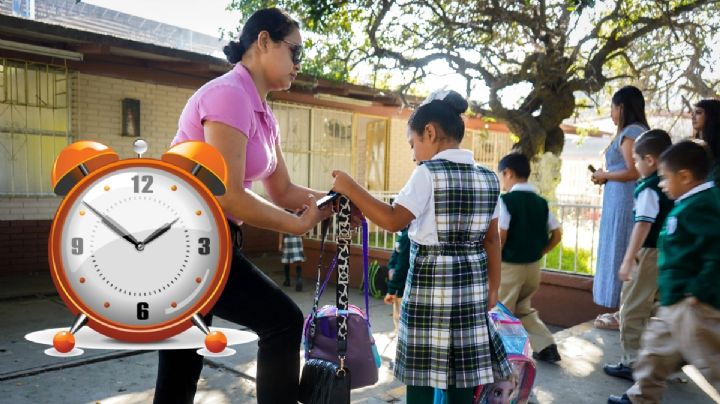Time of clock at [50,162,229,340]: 1:51
